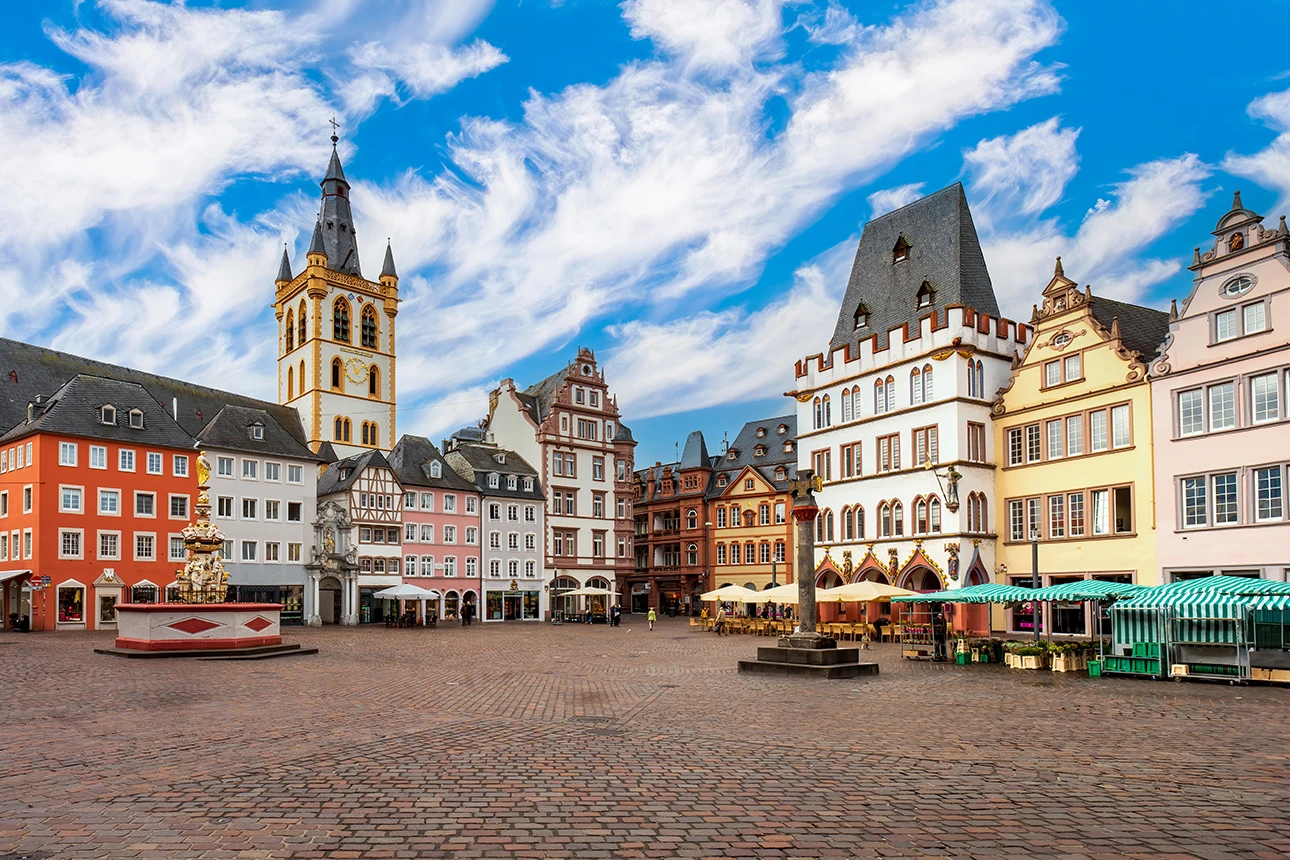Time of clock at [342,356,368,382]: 11:07
